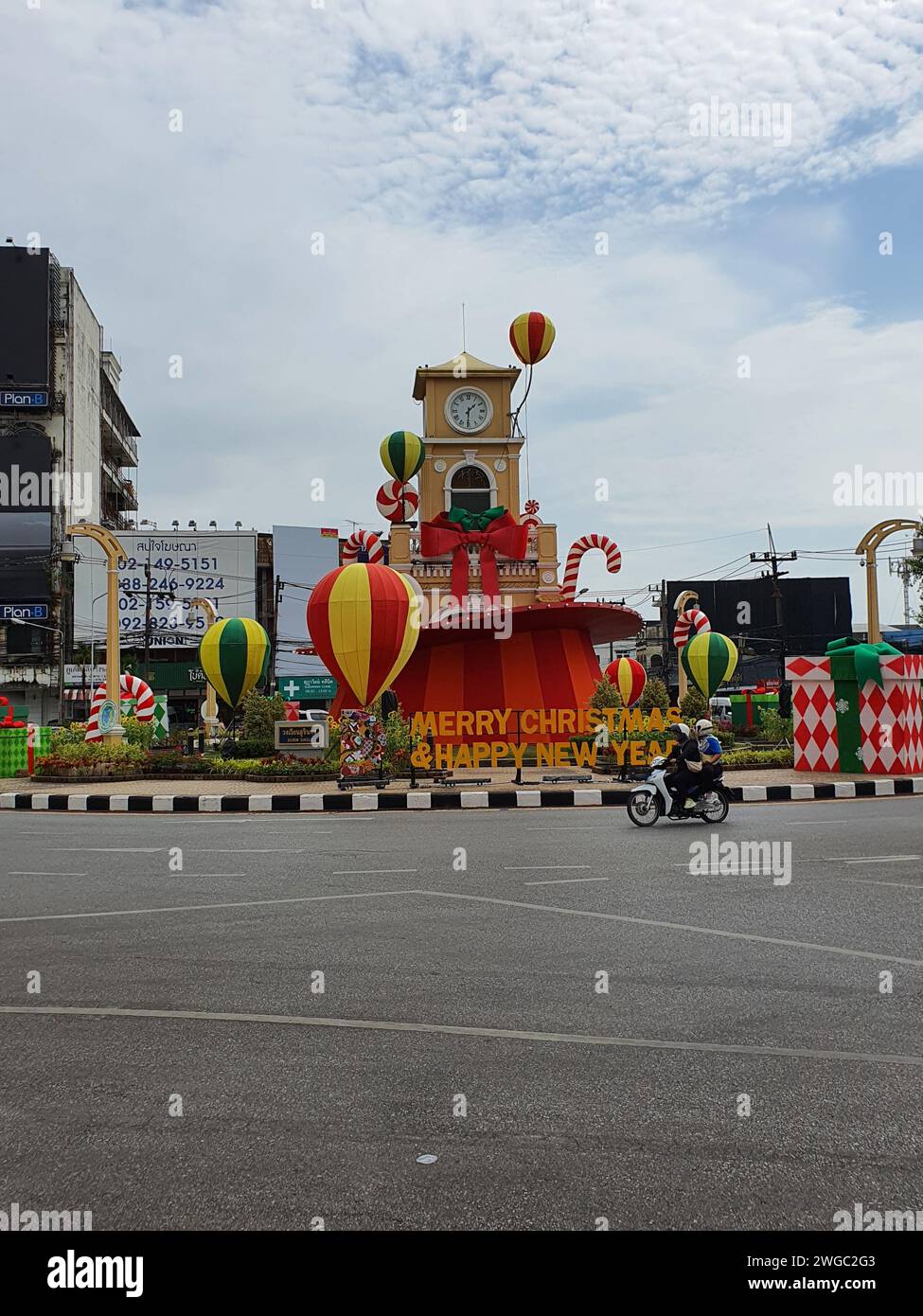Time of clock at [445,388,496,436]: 1:30
